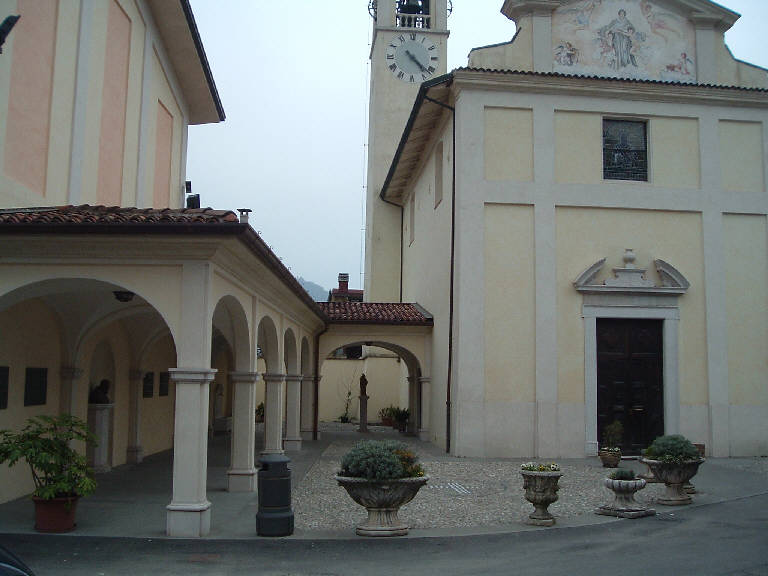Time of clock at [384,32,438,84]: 4:22
